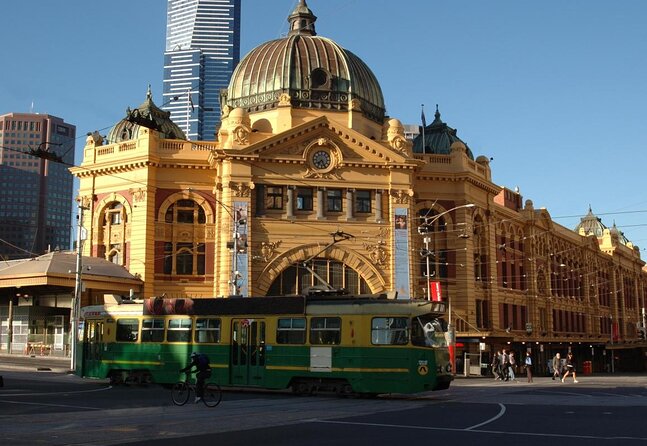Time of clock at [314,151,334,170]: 7:25
